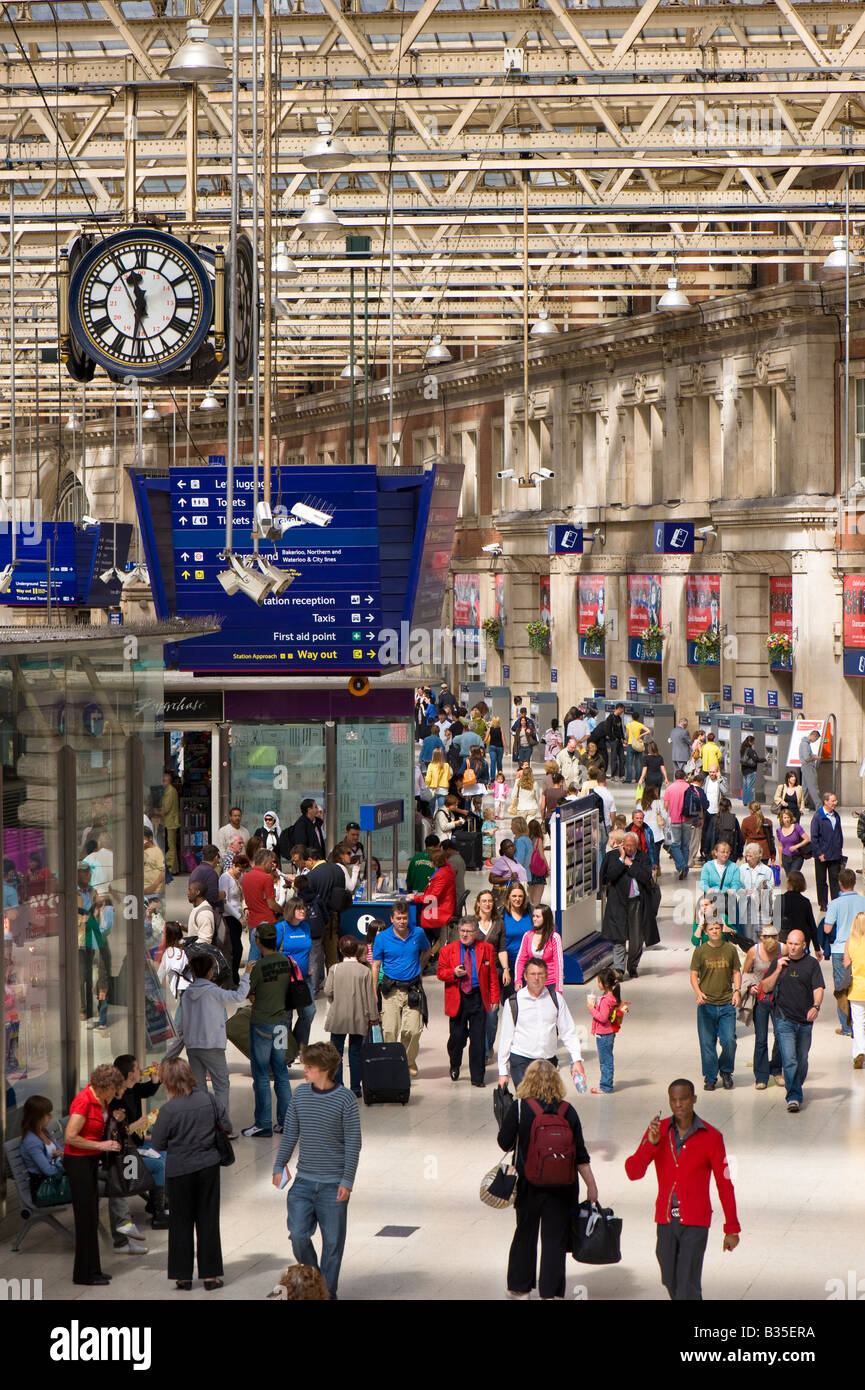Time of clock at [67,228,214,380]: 11:31
